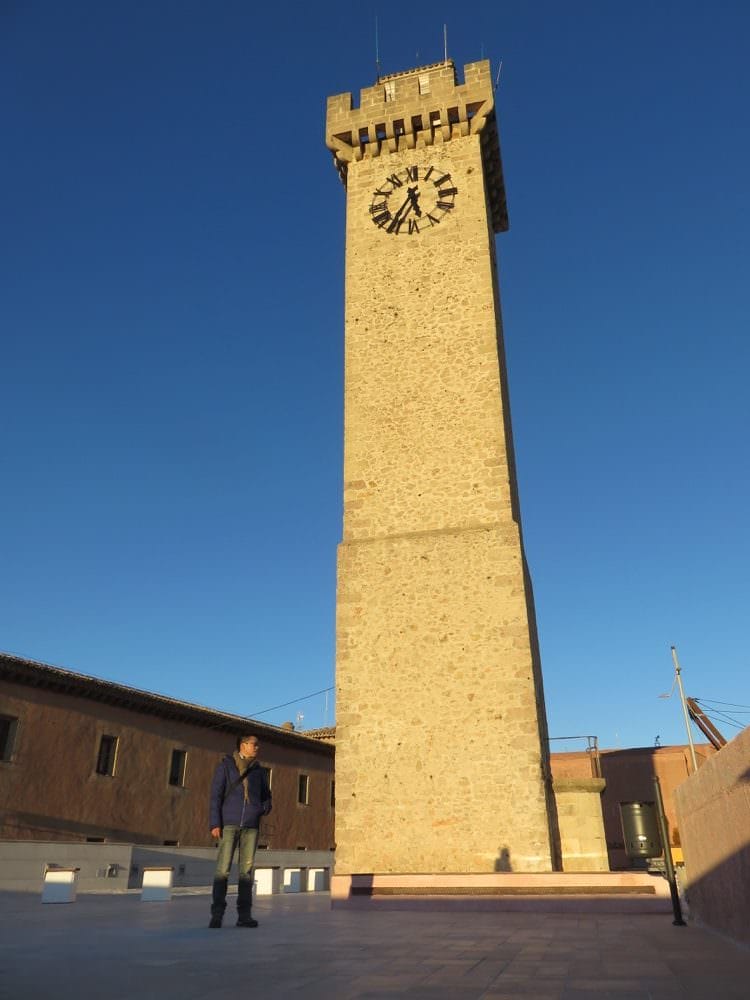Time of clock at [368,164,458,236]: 5:35
